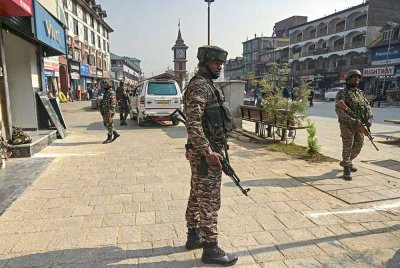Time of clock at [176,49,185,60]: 10:41
